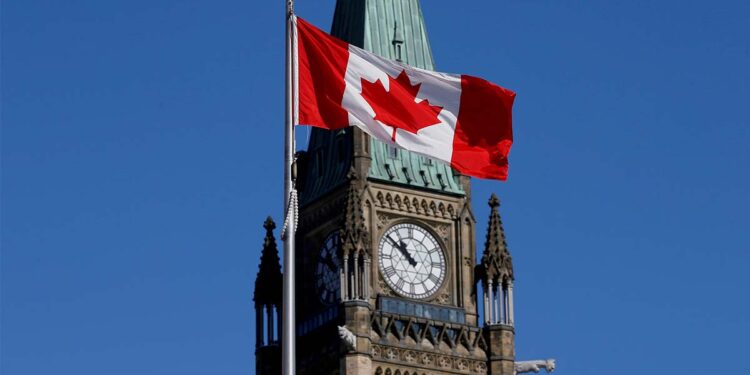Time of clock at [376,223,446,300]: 10:51
